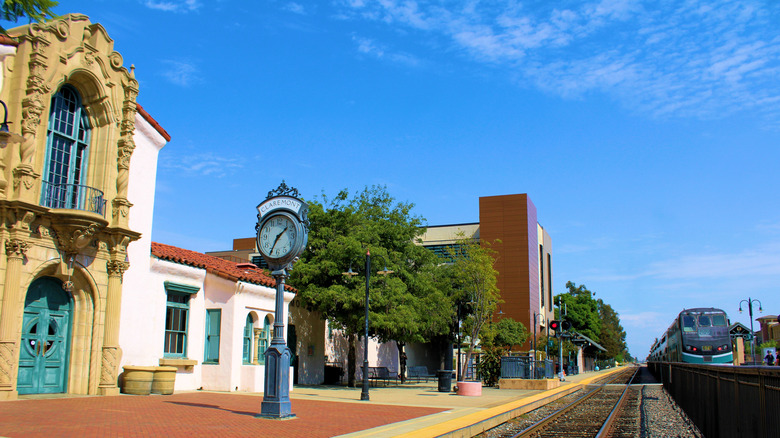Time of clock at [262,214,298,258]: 1:34
